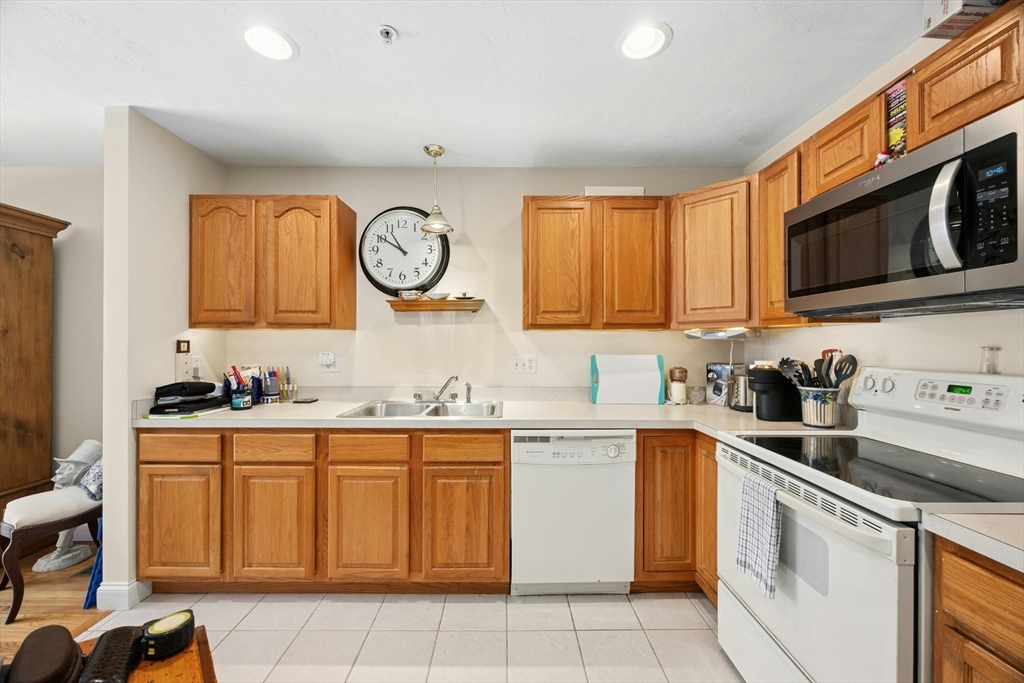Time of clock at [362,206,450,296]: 10:50
